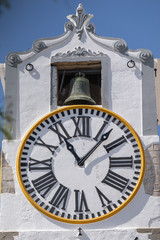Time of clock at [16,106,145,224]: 11:07
